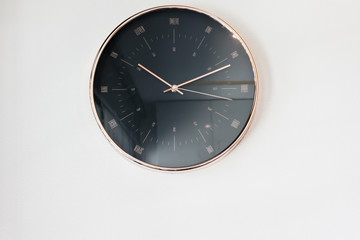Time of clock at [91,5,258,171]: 10:11
